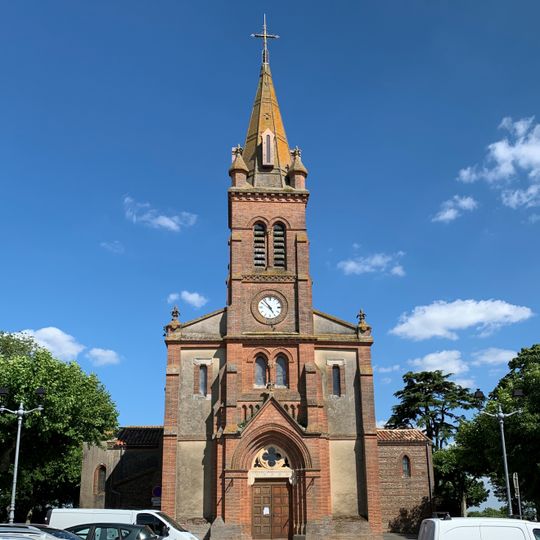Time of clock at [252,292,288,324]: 4:52
